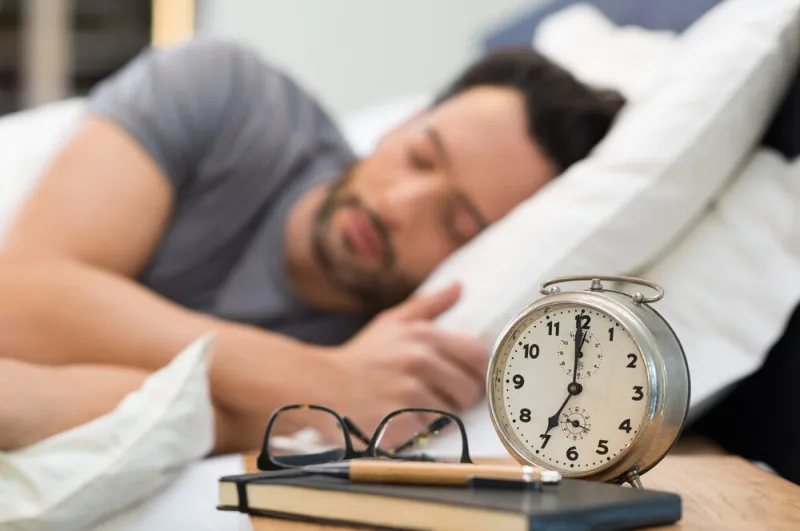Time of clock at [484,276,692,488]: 7:00
